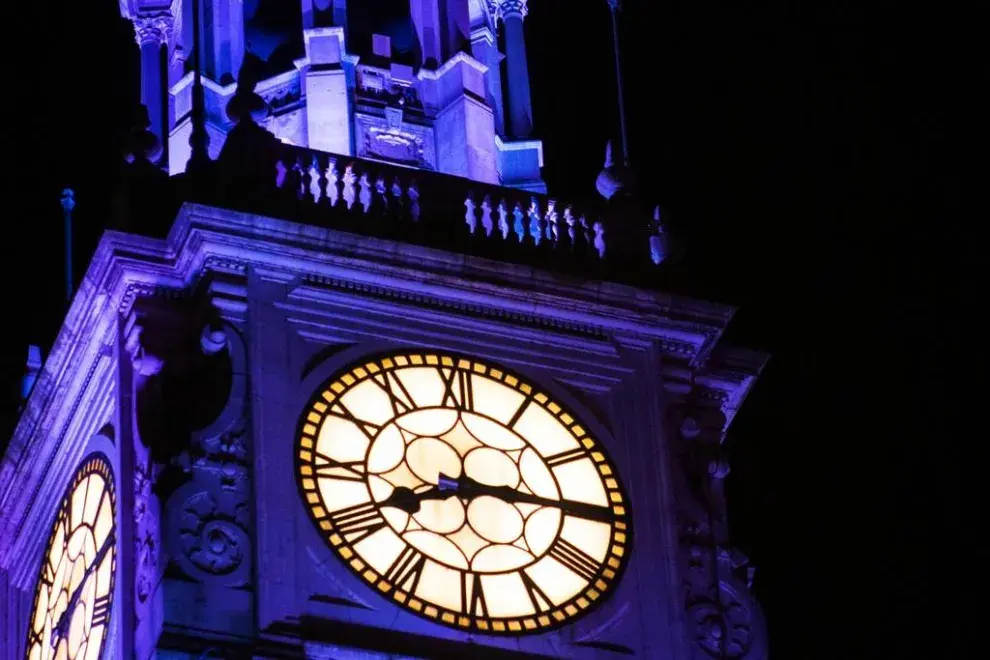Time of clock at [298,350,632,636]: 8:14
